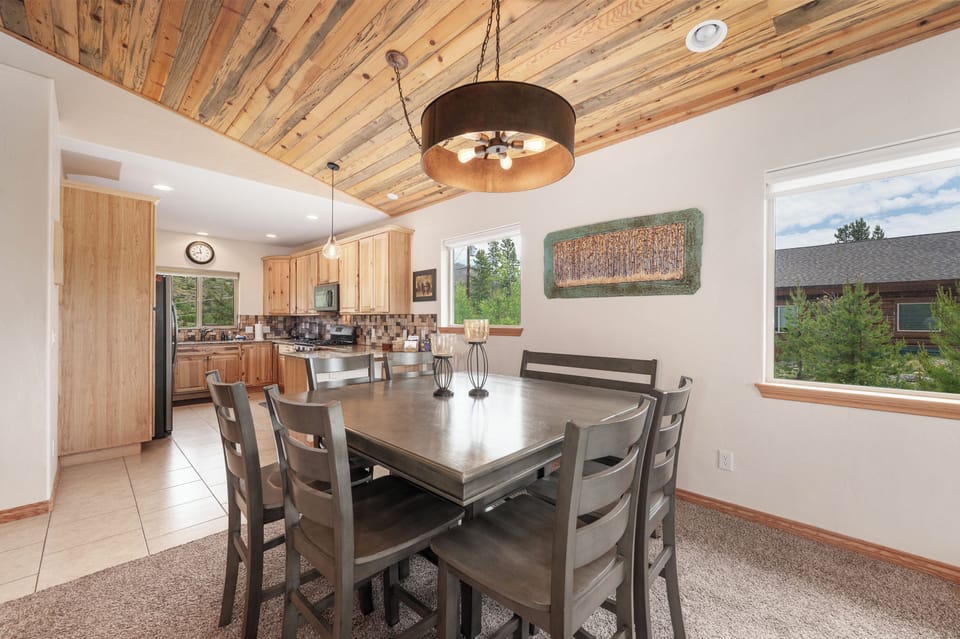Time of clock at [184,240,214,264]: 11:42
